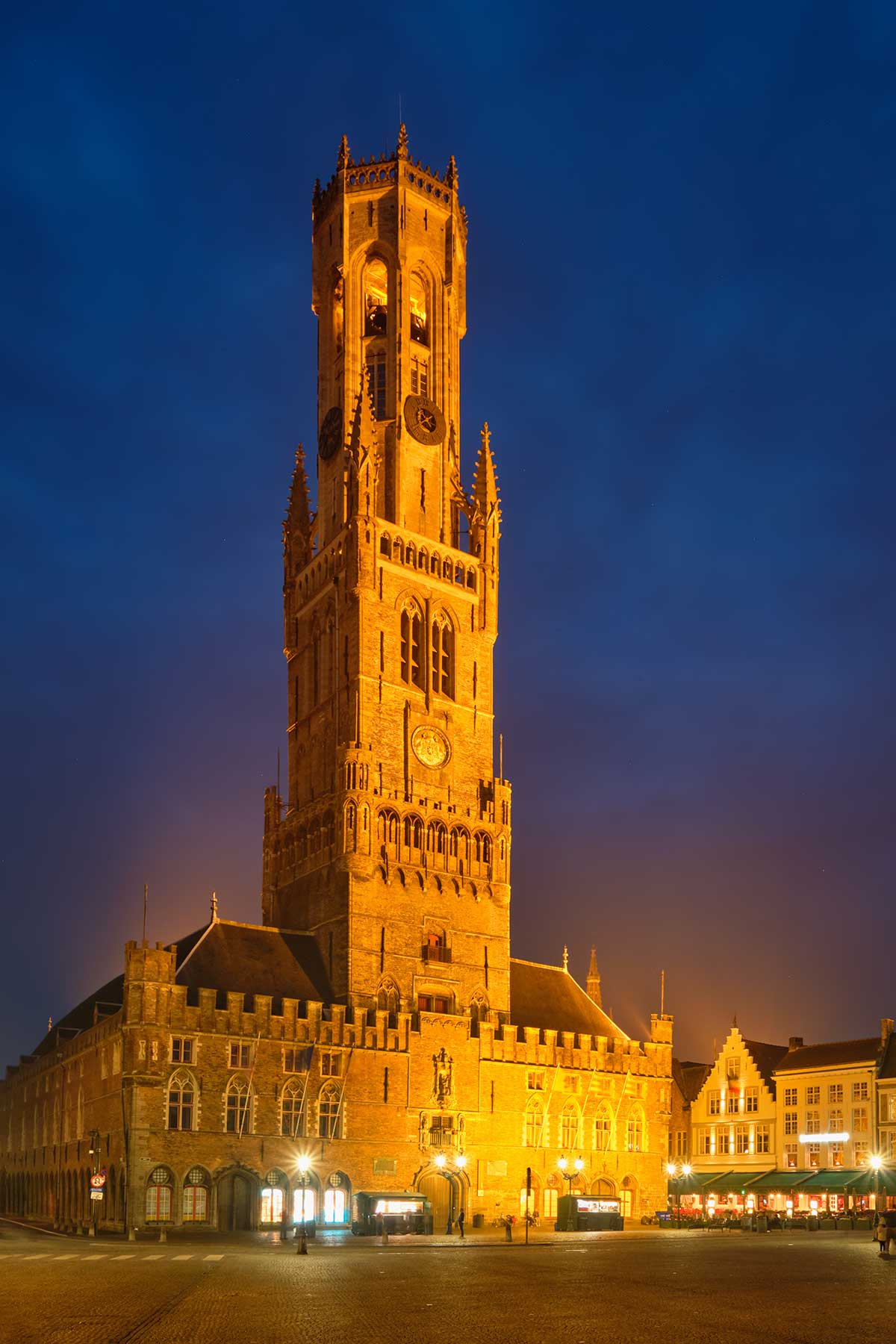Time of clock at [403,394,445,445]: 4:40
